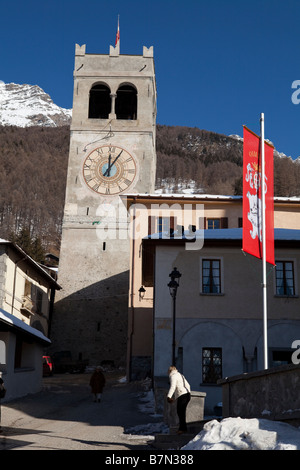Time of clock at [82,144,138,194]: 12:05
